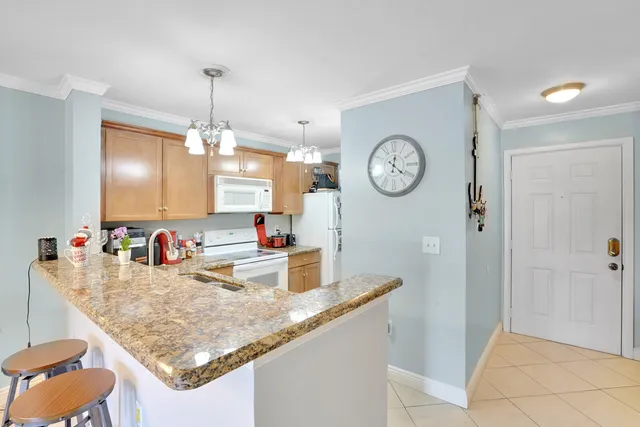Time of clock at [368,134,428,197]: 12:21
